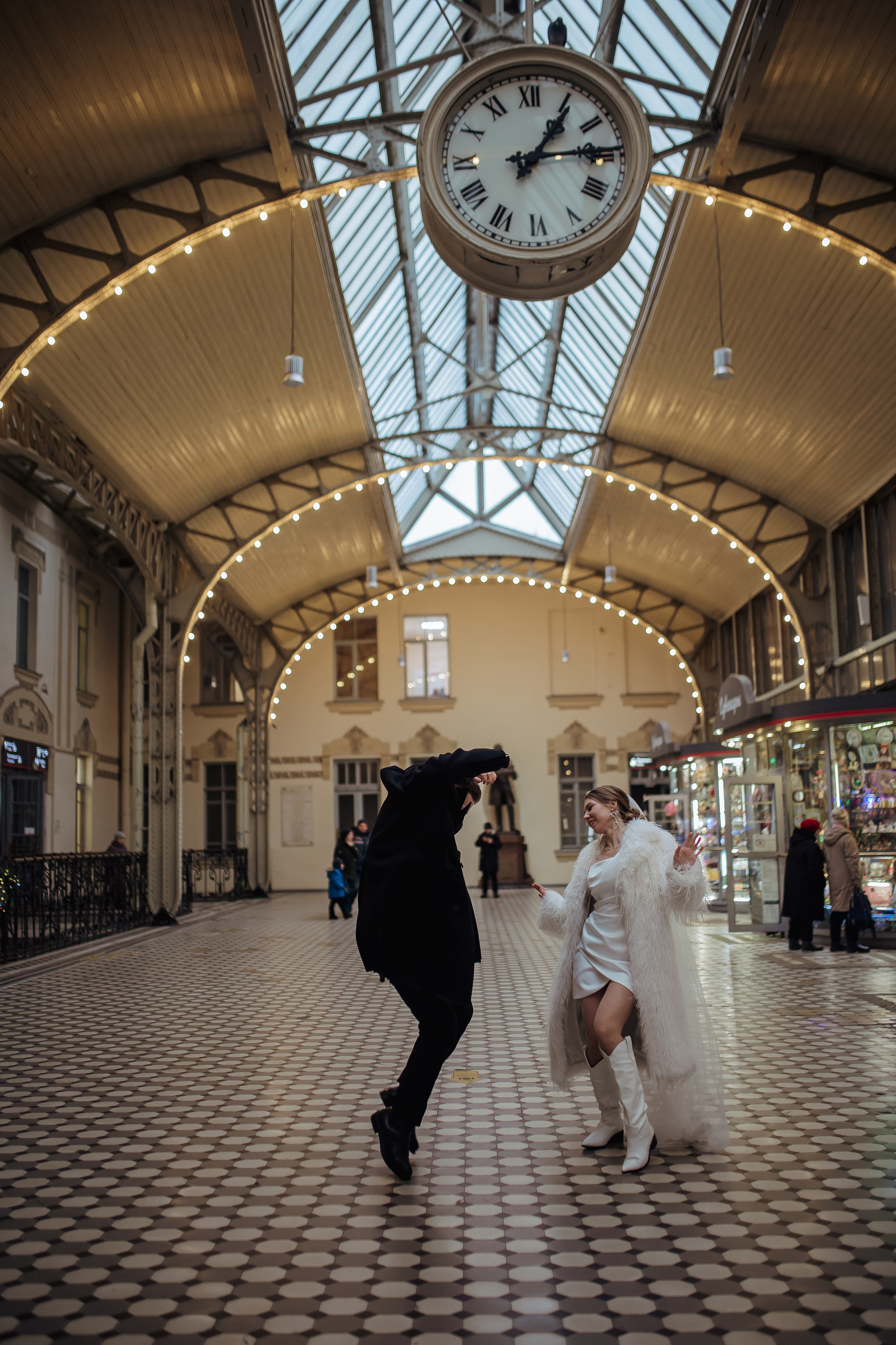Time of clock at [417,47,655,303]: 1:14
